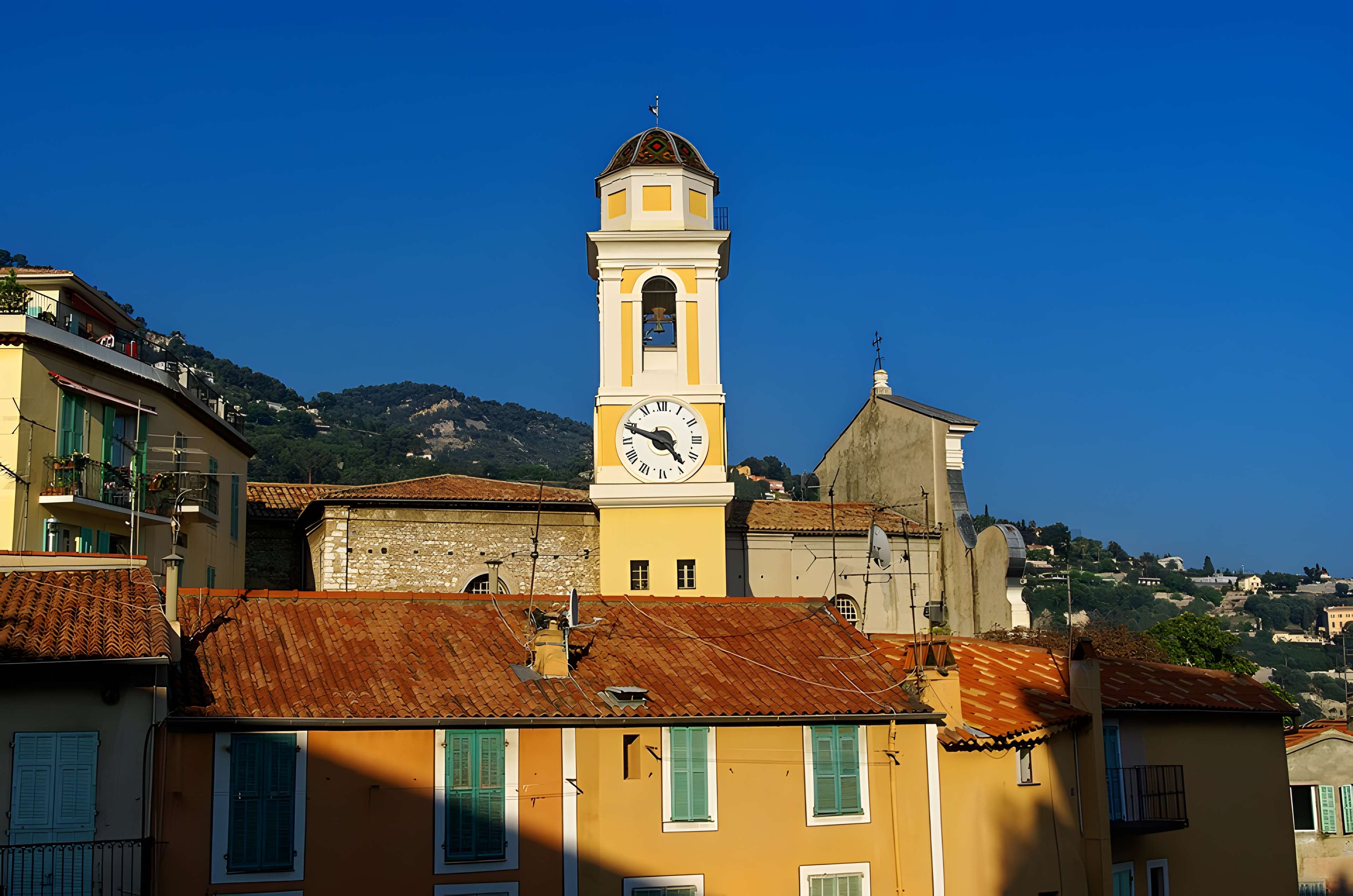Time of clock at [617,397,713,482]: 4:48
